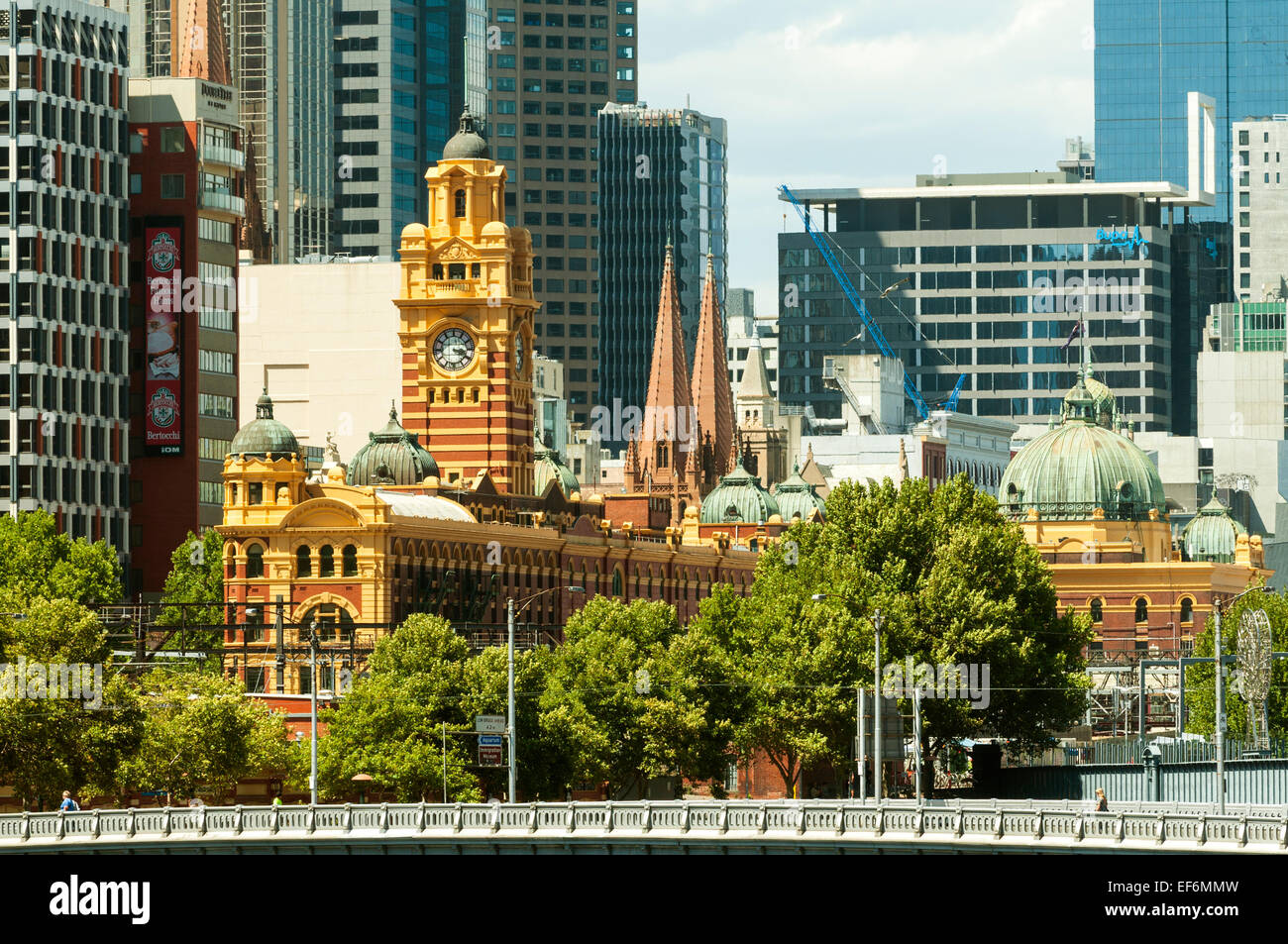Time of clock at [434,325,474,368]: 3:19
